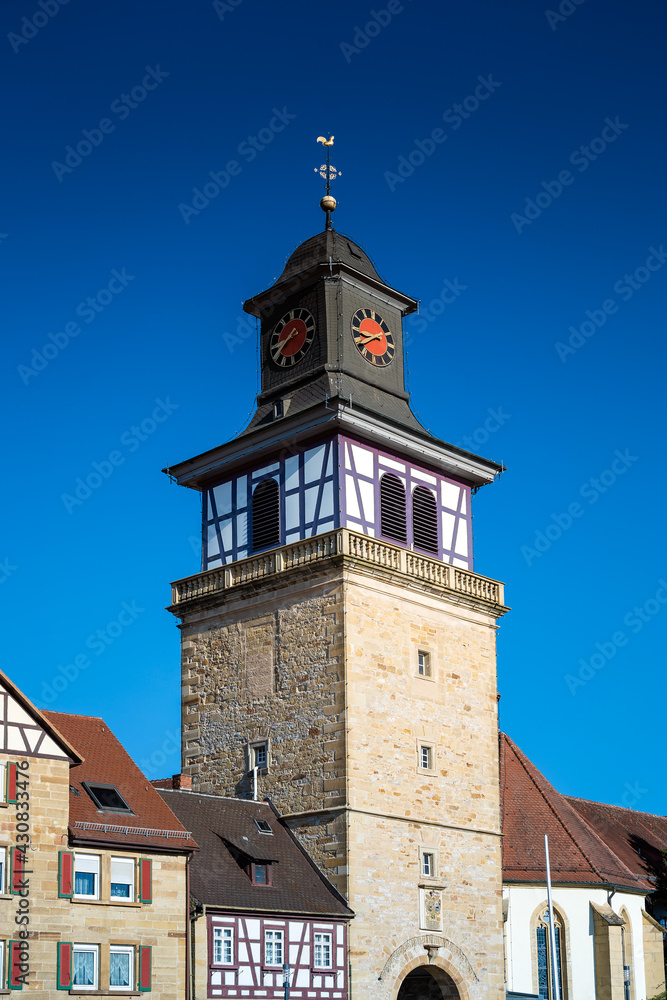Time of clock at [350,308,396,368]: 8:39
